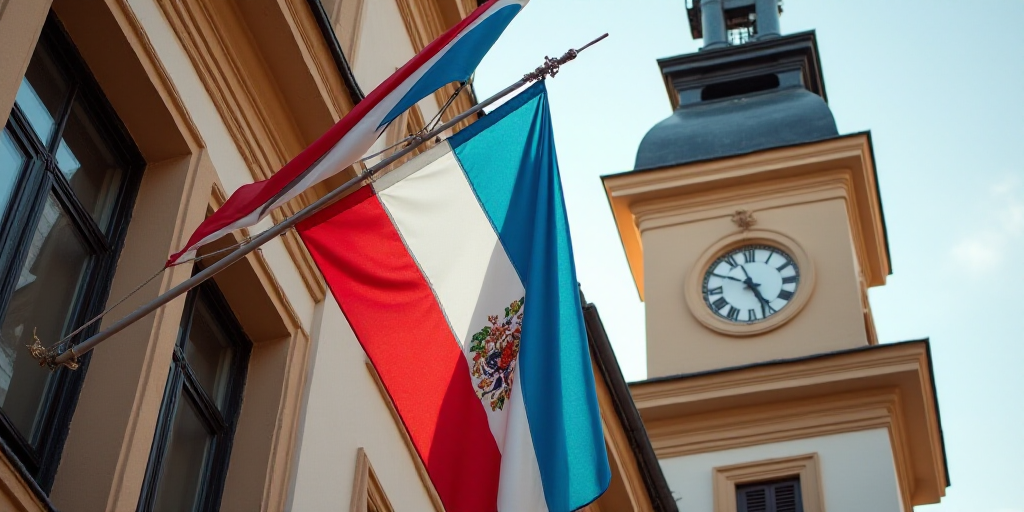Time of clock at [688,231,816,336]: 4:49
